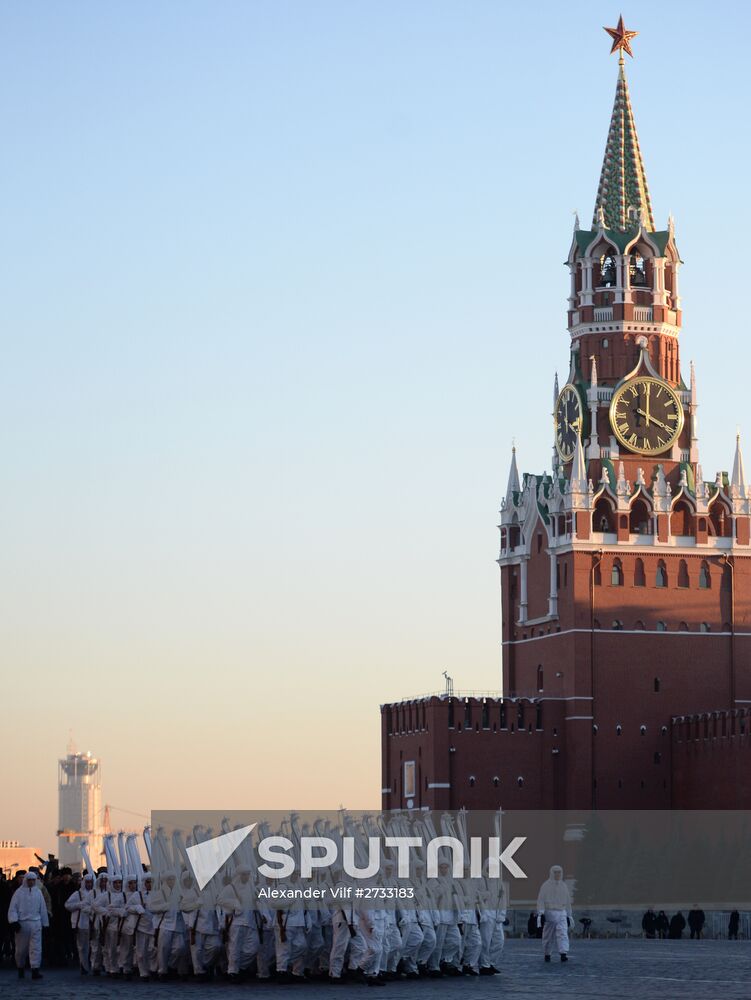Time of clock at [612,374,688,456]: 4:00
